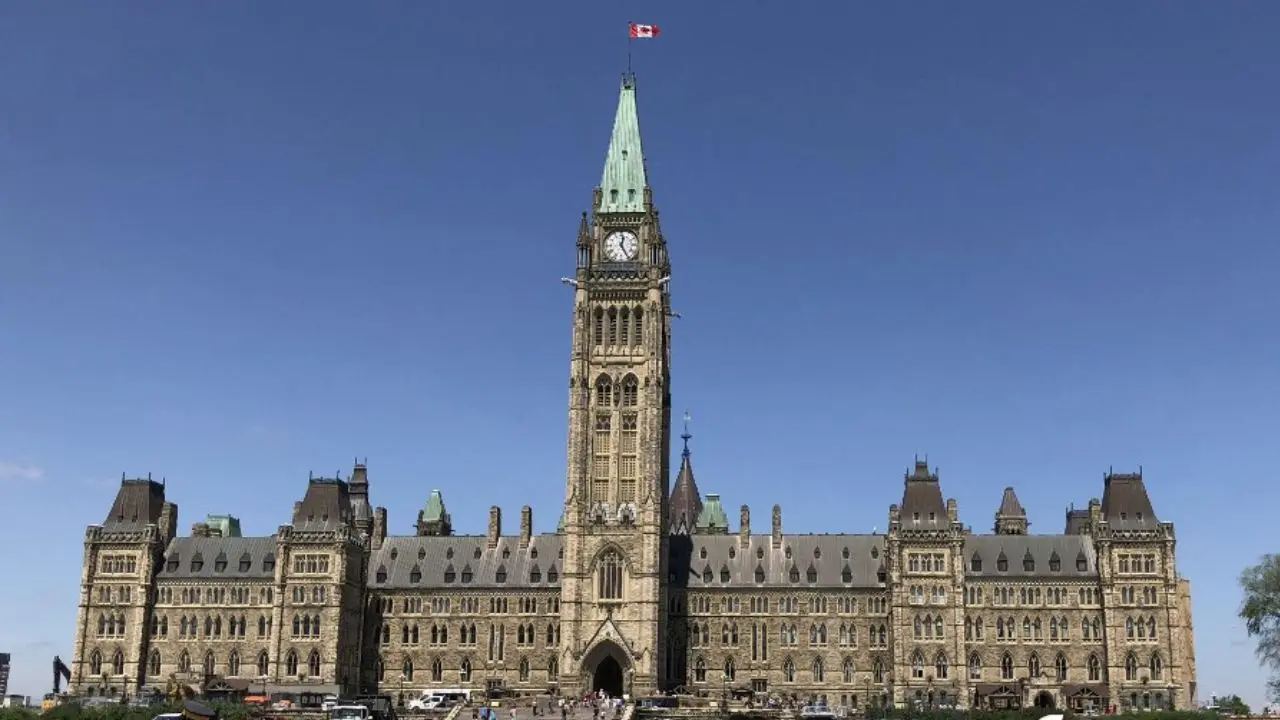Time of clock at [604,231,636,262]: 12:24
